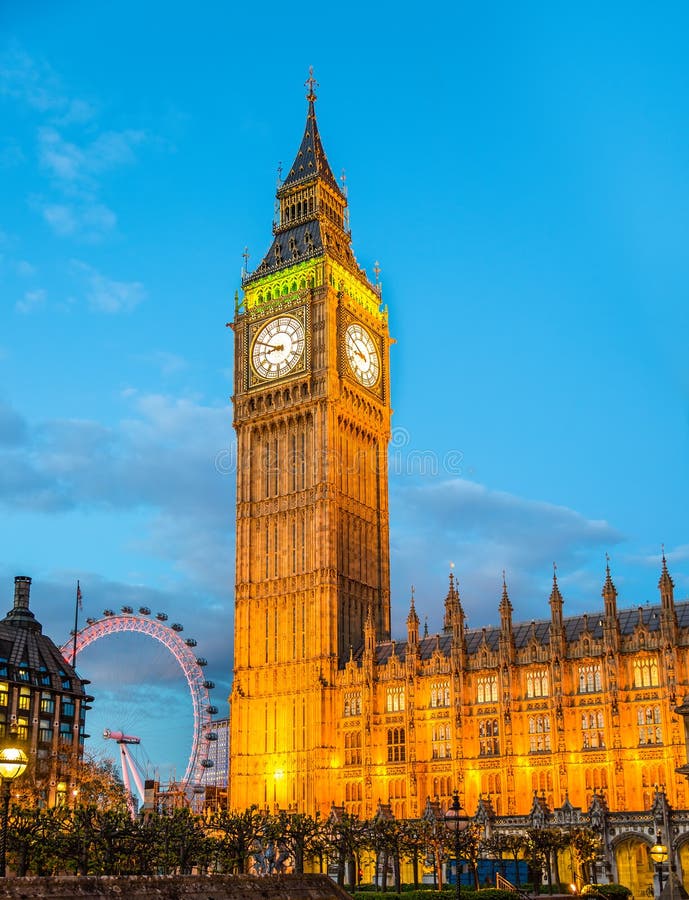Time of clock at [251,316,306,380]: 8:49
